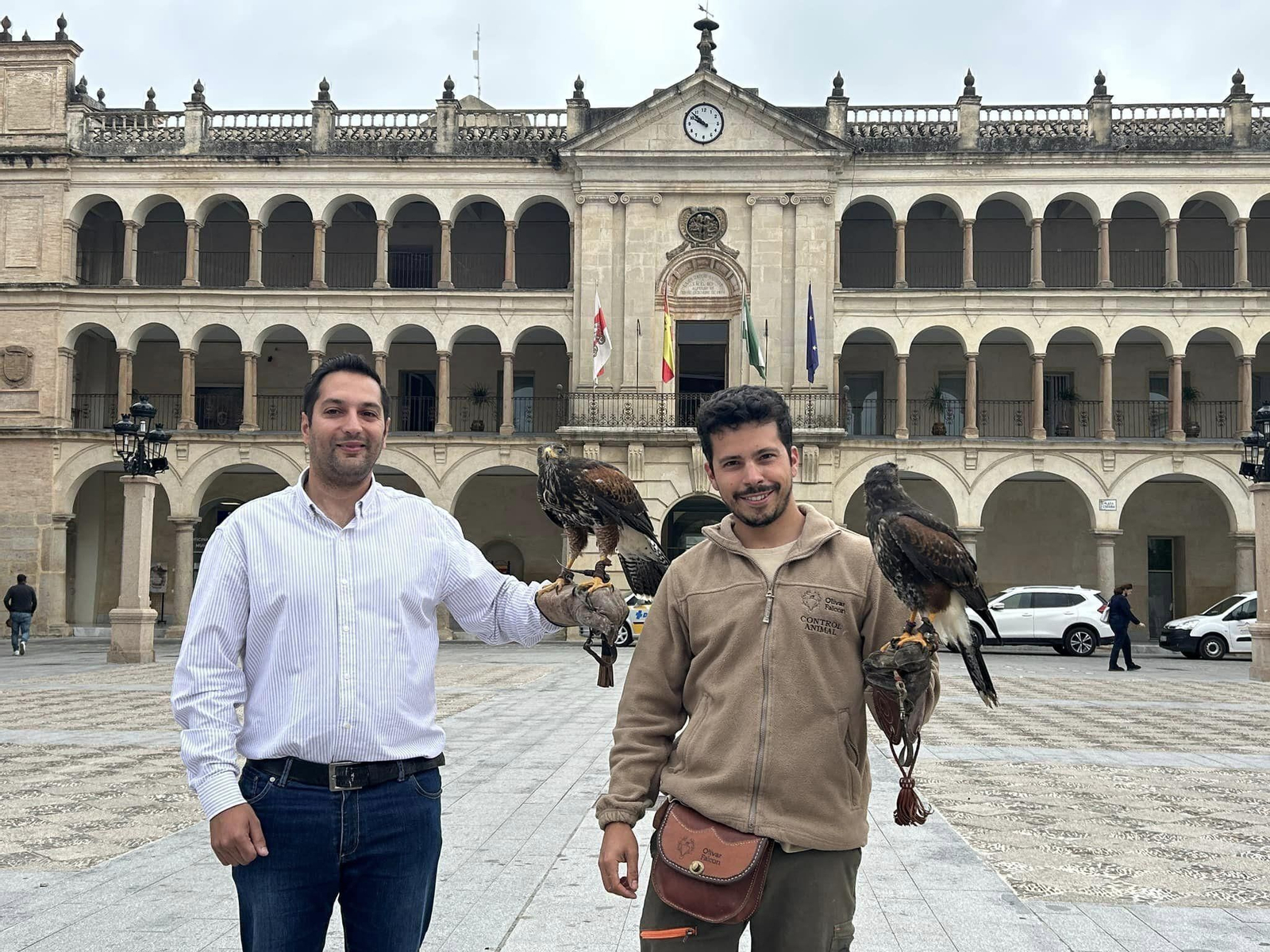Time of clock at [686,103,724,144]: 9:52
